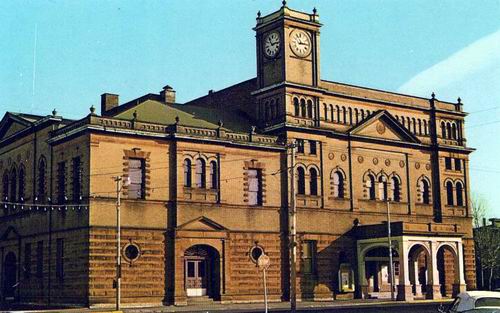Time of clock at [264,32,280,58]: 11:13
